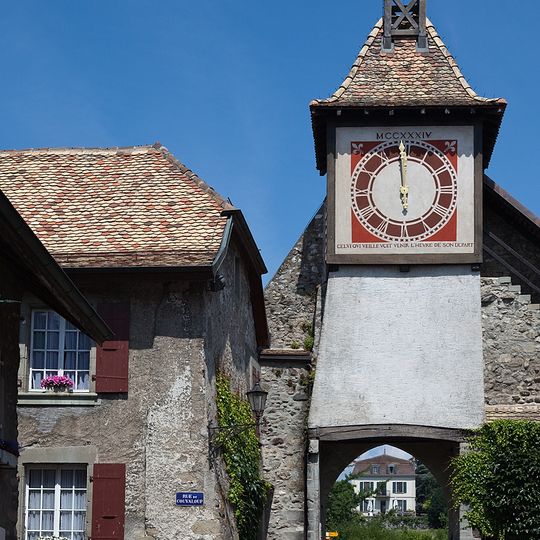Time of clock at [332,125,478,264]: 5:59
